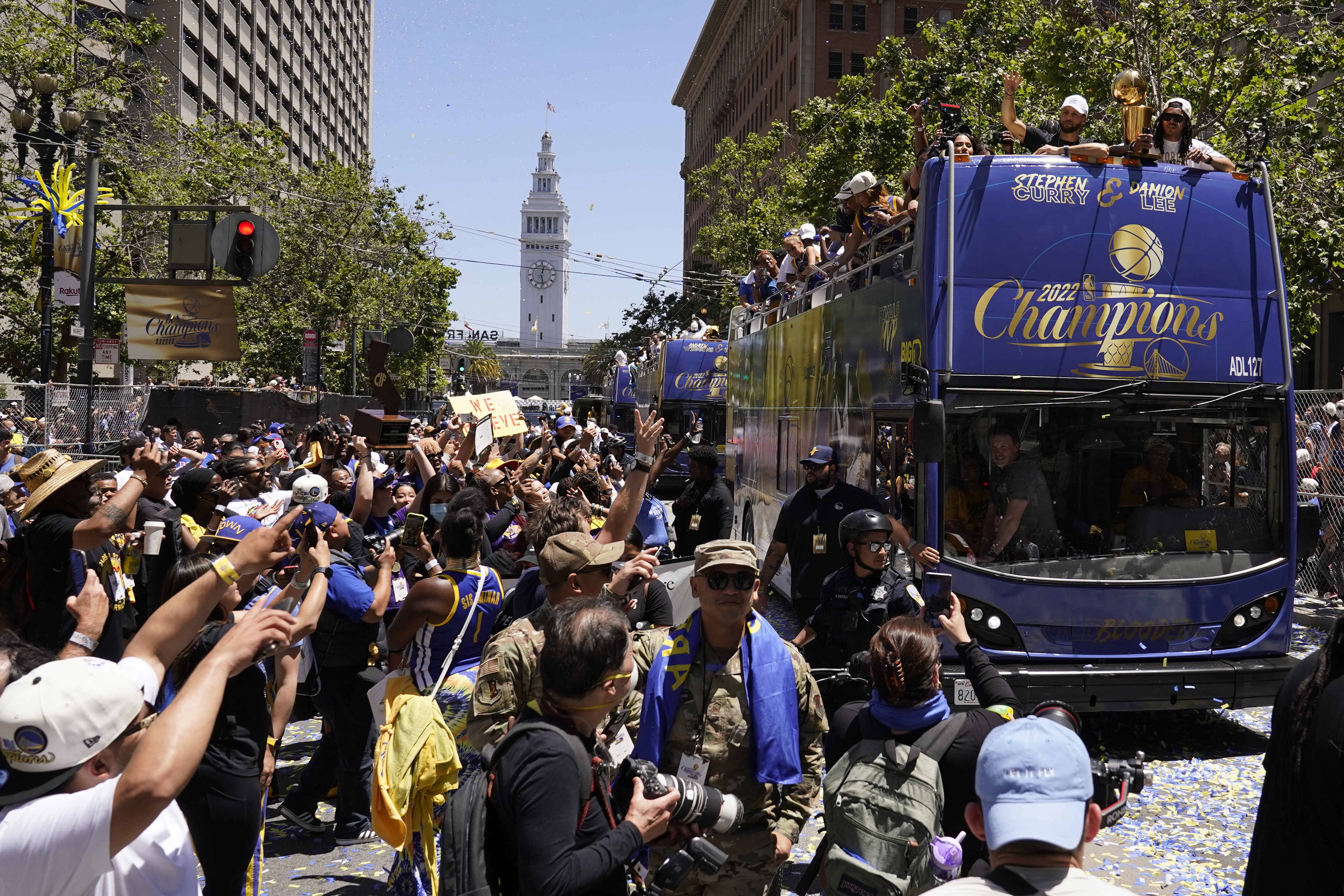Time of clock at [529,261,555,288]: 12:28
